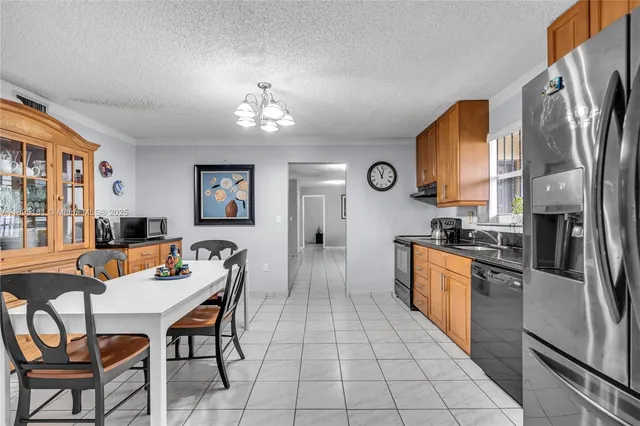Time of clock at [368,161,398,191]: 11:02
